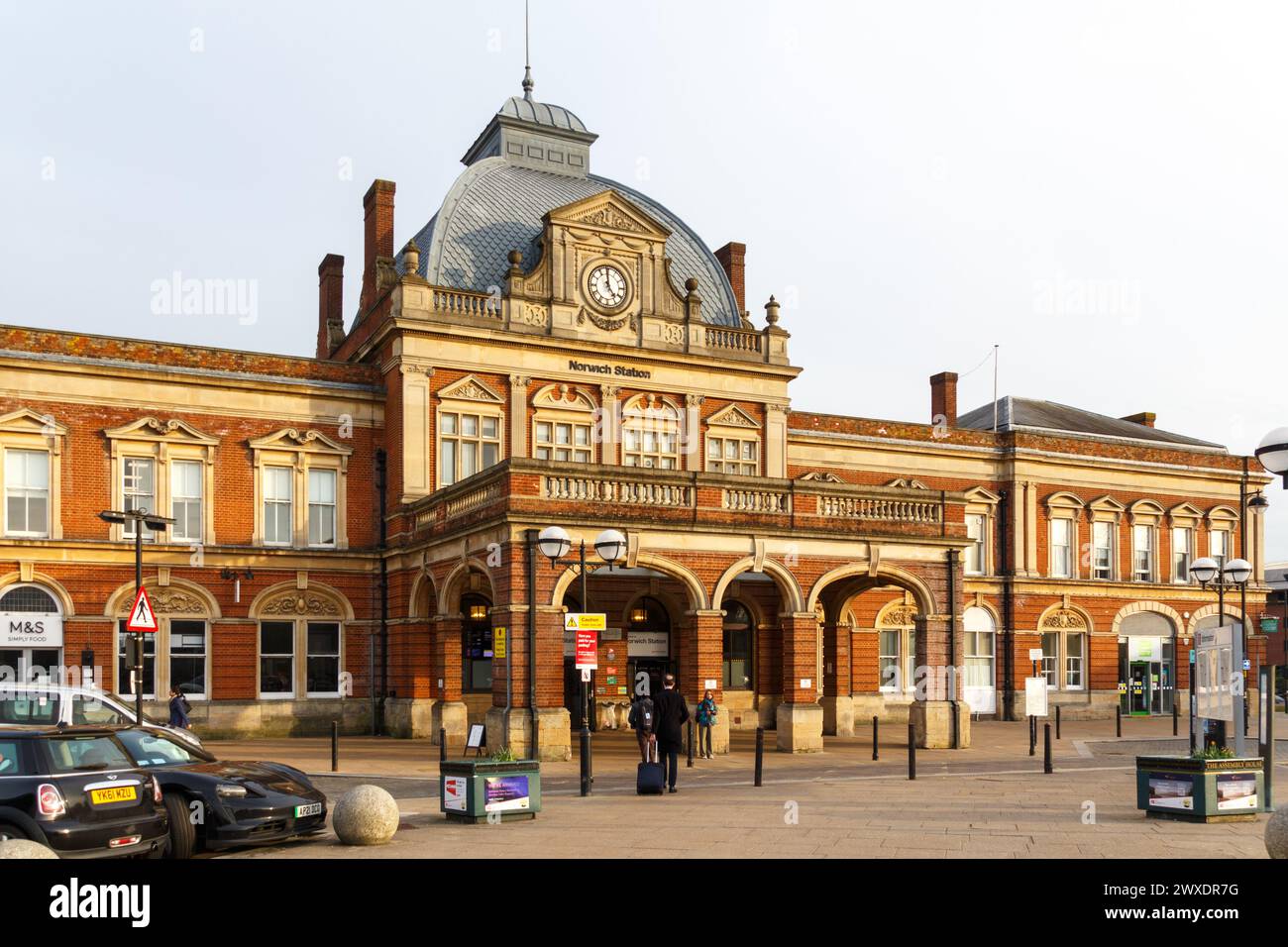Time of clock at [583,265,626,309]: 4:59
